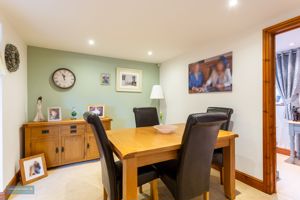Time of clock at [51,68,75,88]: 11:56
